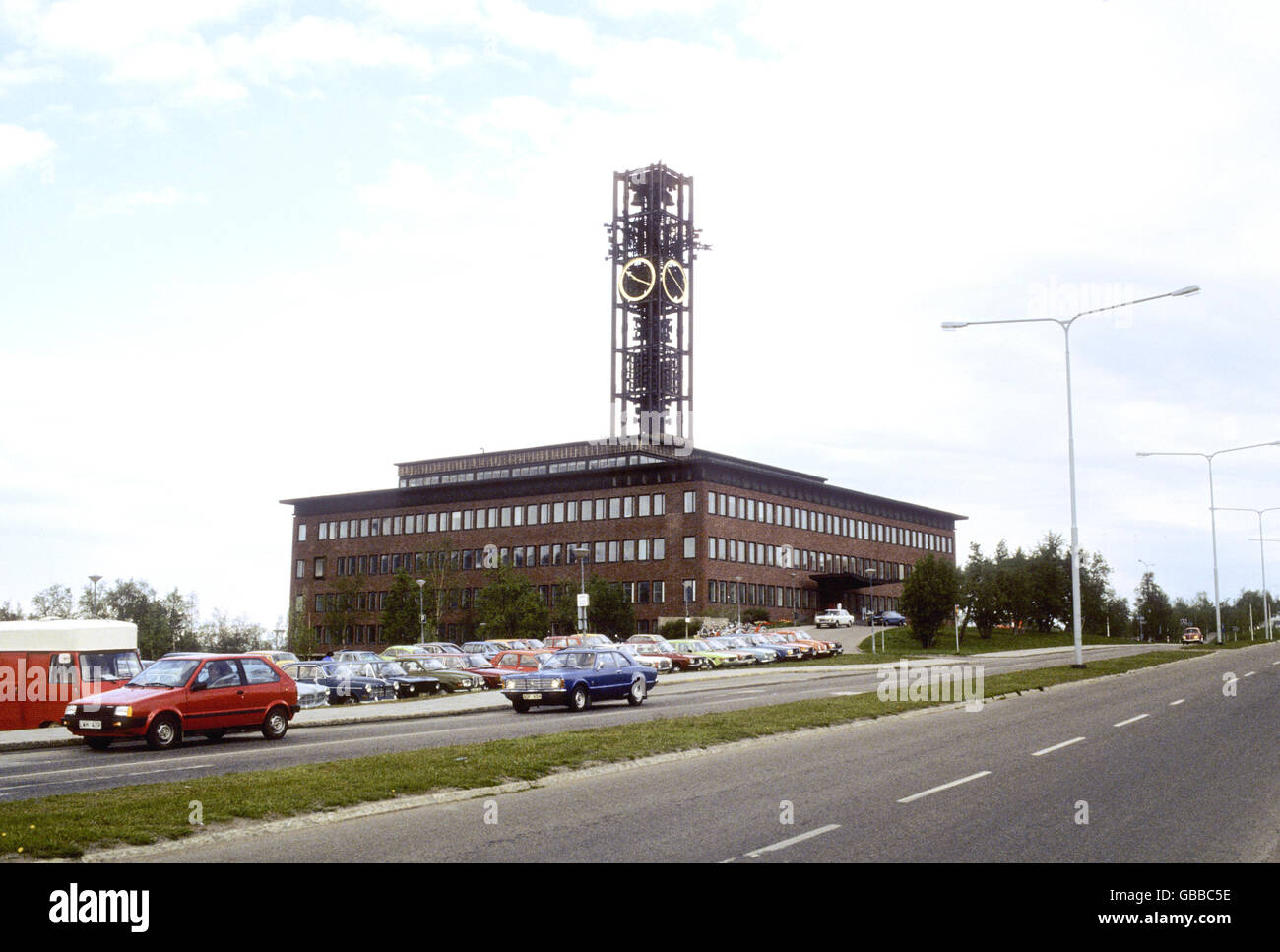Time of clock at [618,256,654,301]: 10:18
